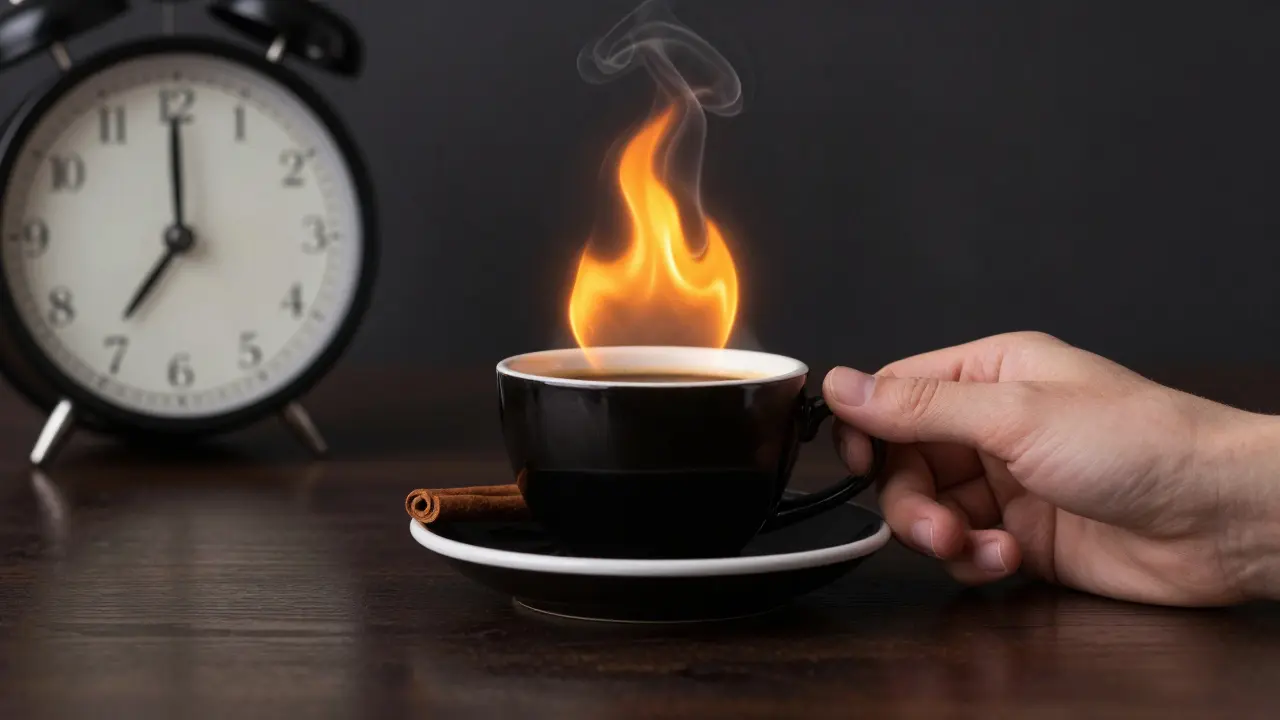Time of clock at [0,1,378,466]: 7:00
